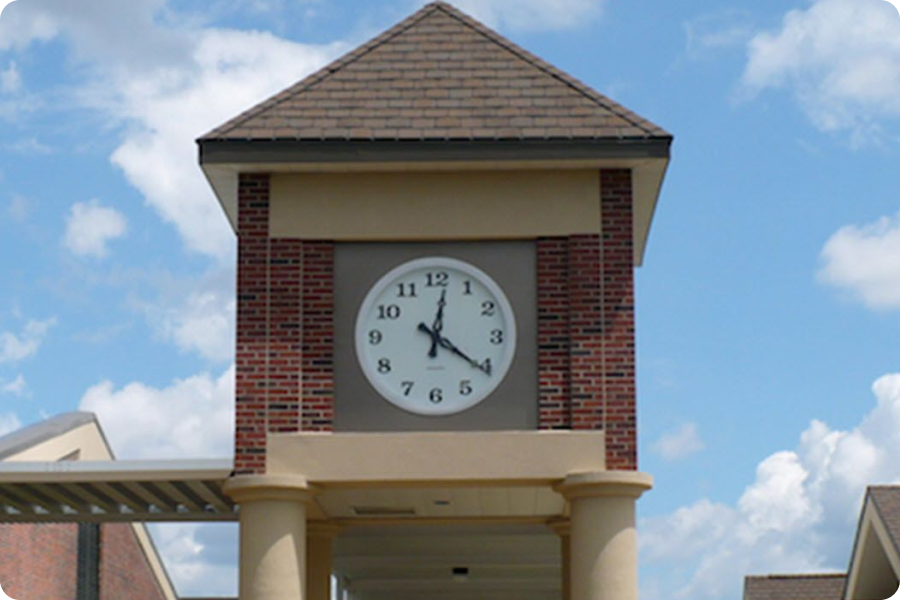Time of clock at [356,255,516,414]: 12:20
